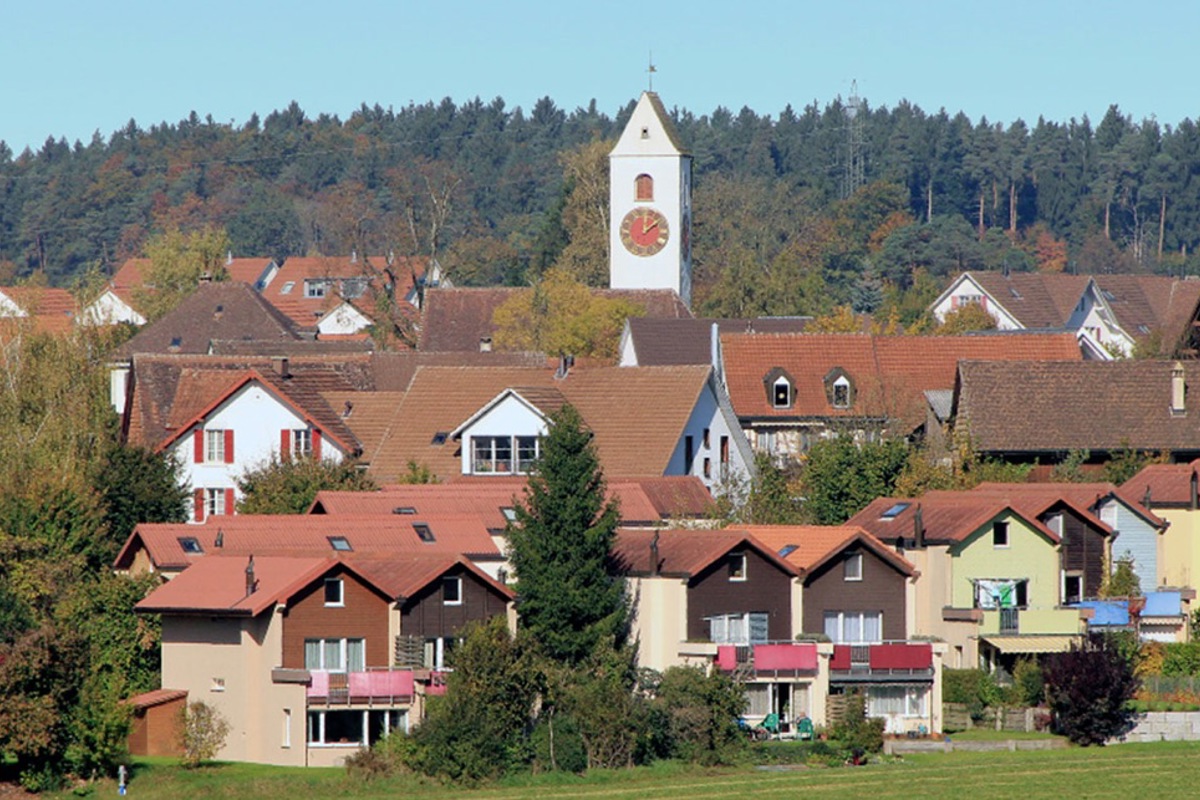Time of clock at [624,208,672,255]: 12:07
